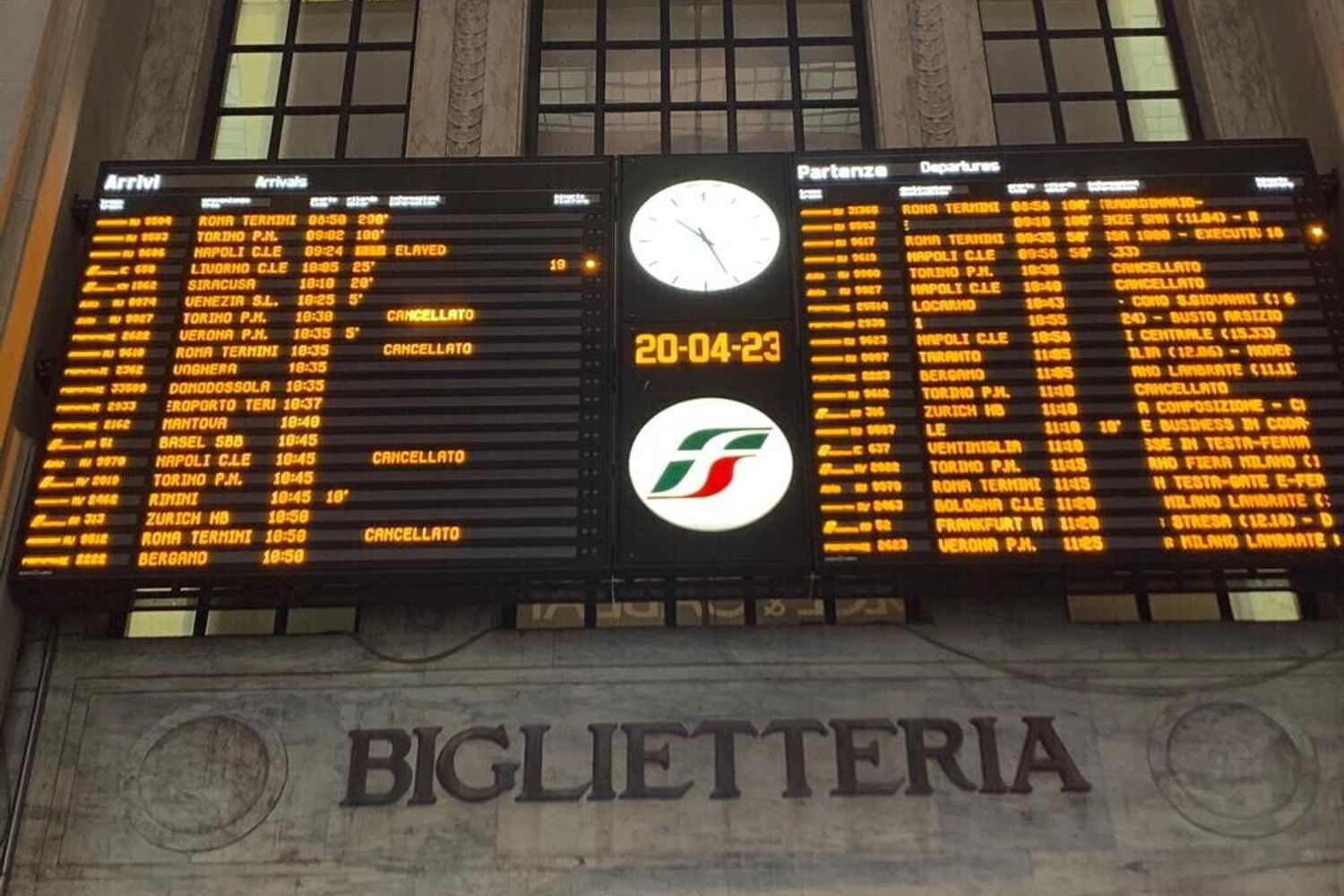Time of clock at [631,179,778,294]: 10:25
